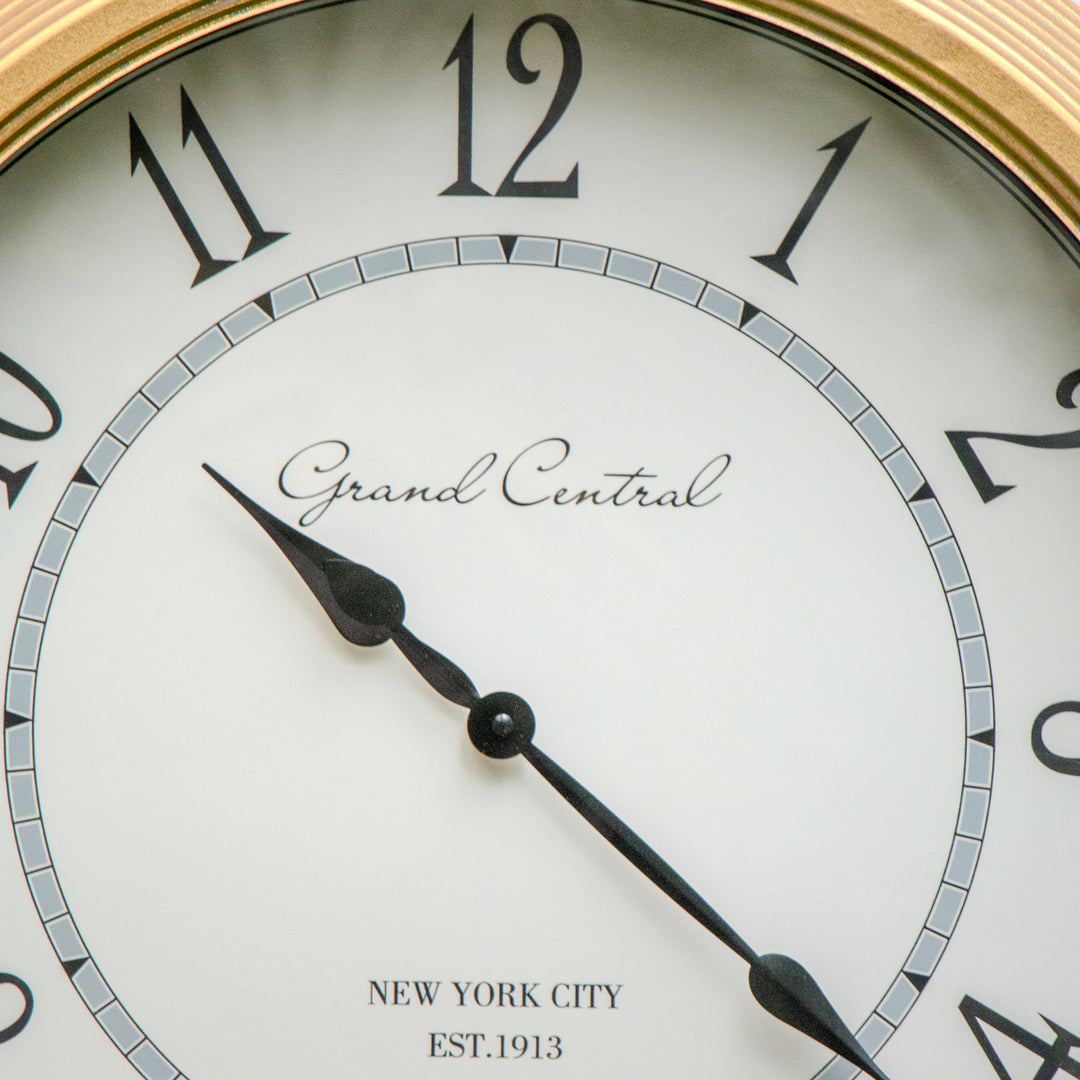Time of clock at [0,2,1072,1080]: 10:22
